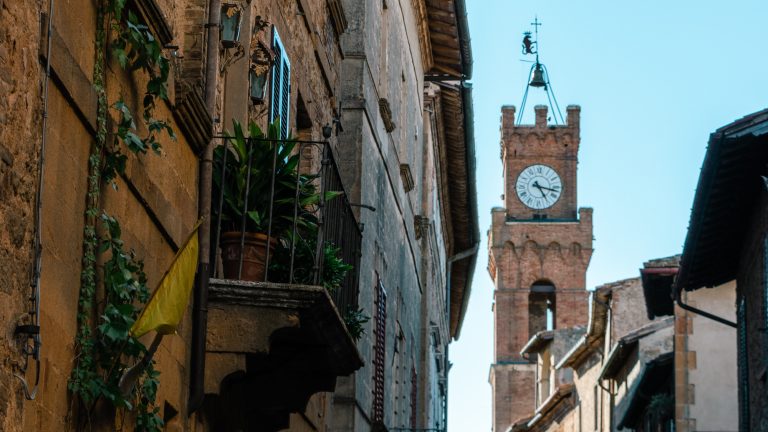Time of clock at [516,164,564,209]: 3:24
